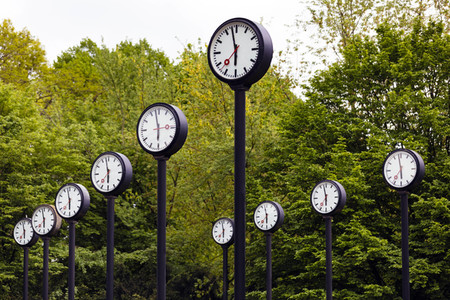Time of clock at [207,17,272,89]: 5:57
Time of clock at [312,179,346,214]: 5:57
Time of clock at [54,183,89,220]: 5:58
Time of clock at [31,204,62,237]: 5:58
